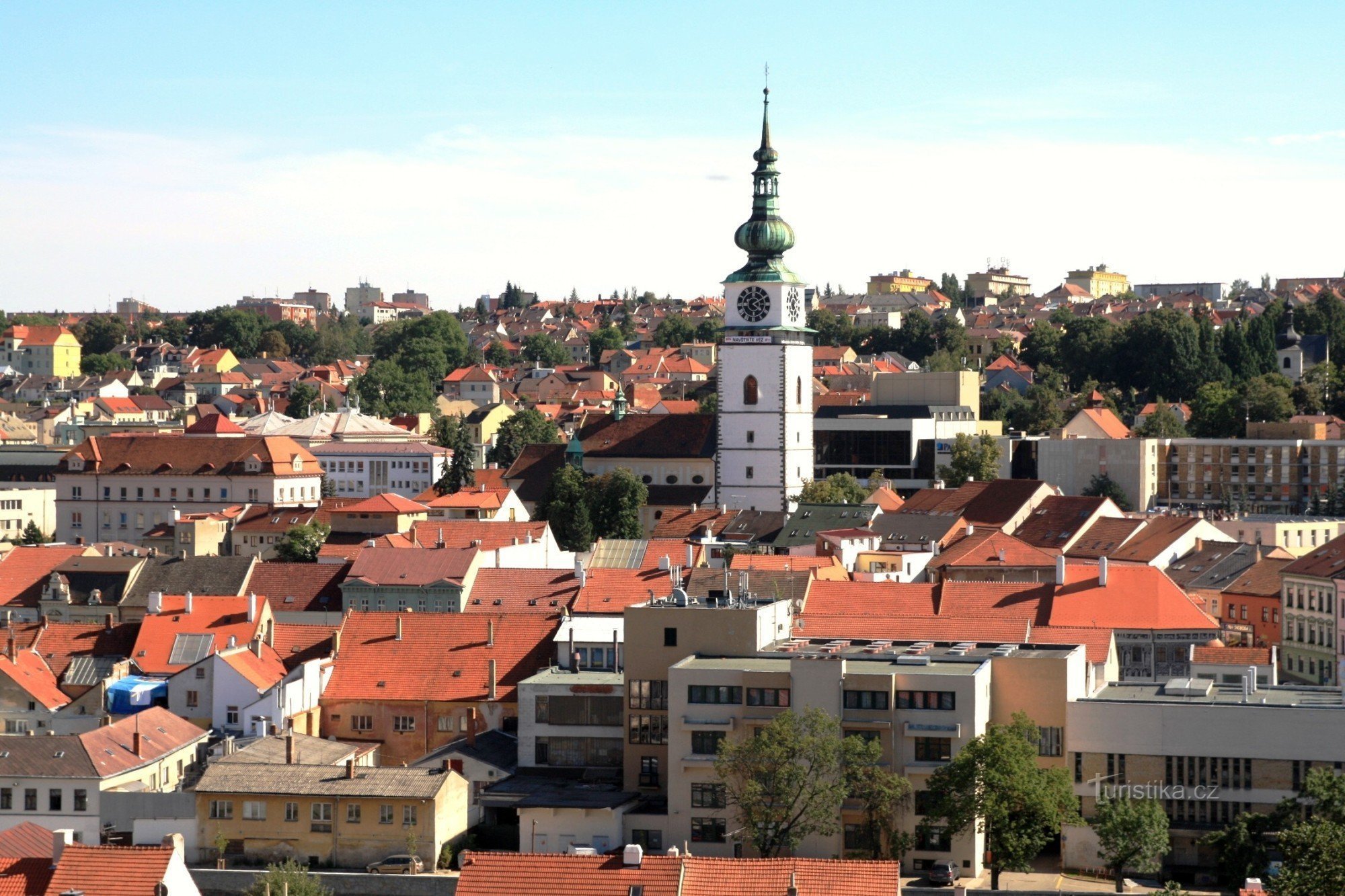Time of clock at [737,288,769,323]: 4:09
